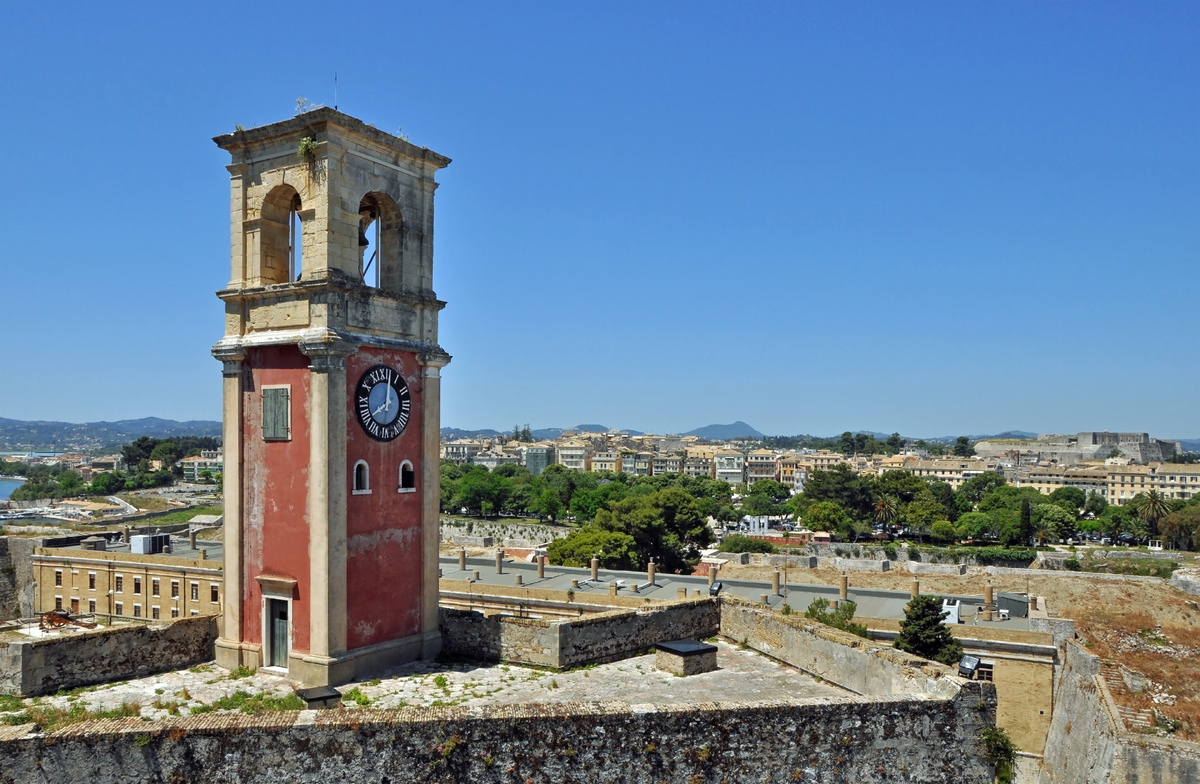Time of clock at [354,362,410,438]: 8:01
